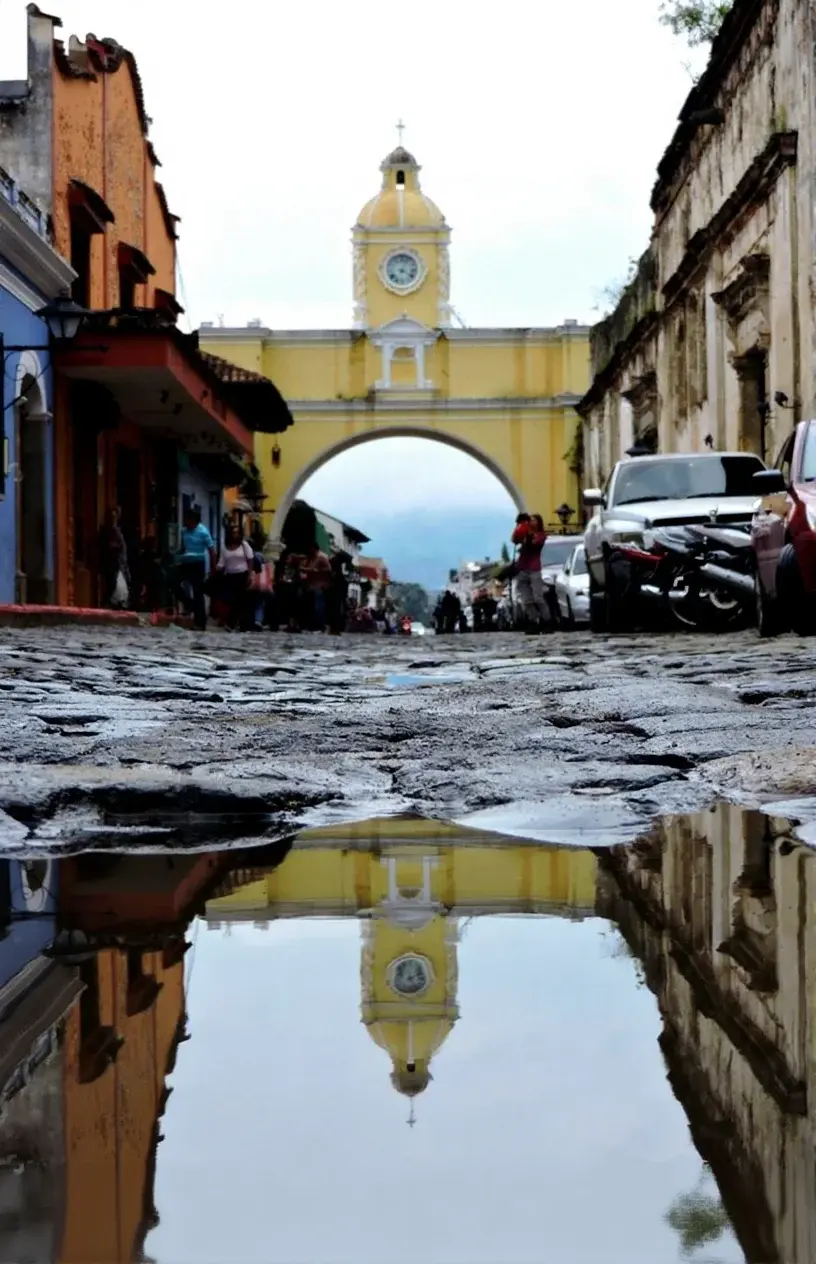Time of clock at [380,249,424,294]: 4:03
